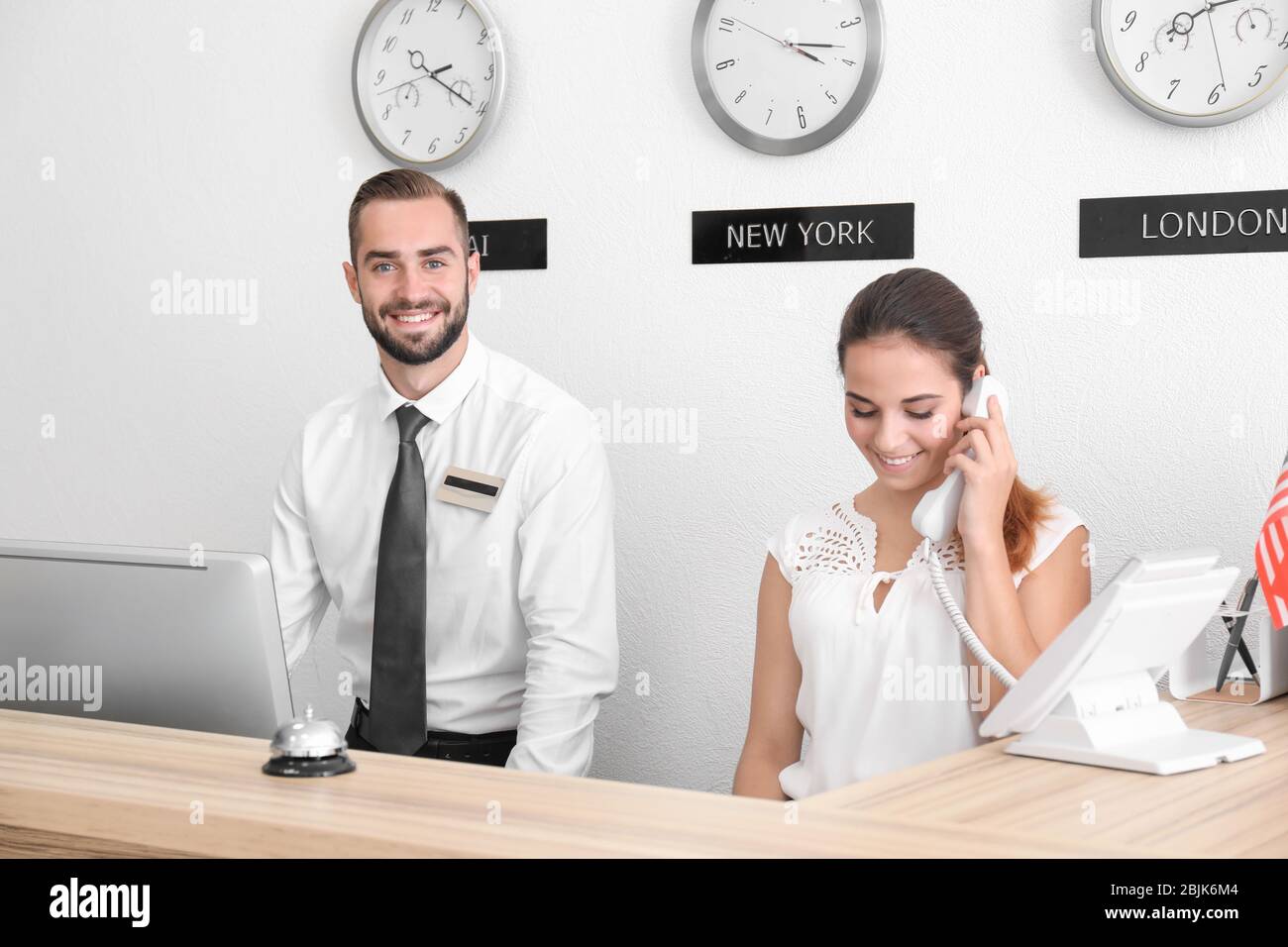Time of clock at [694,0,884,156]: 3:13
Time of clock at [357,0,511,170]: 2:20
